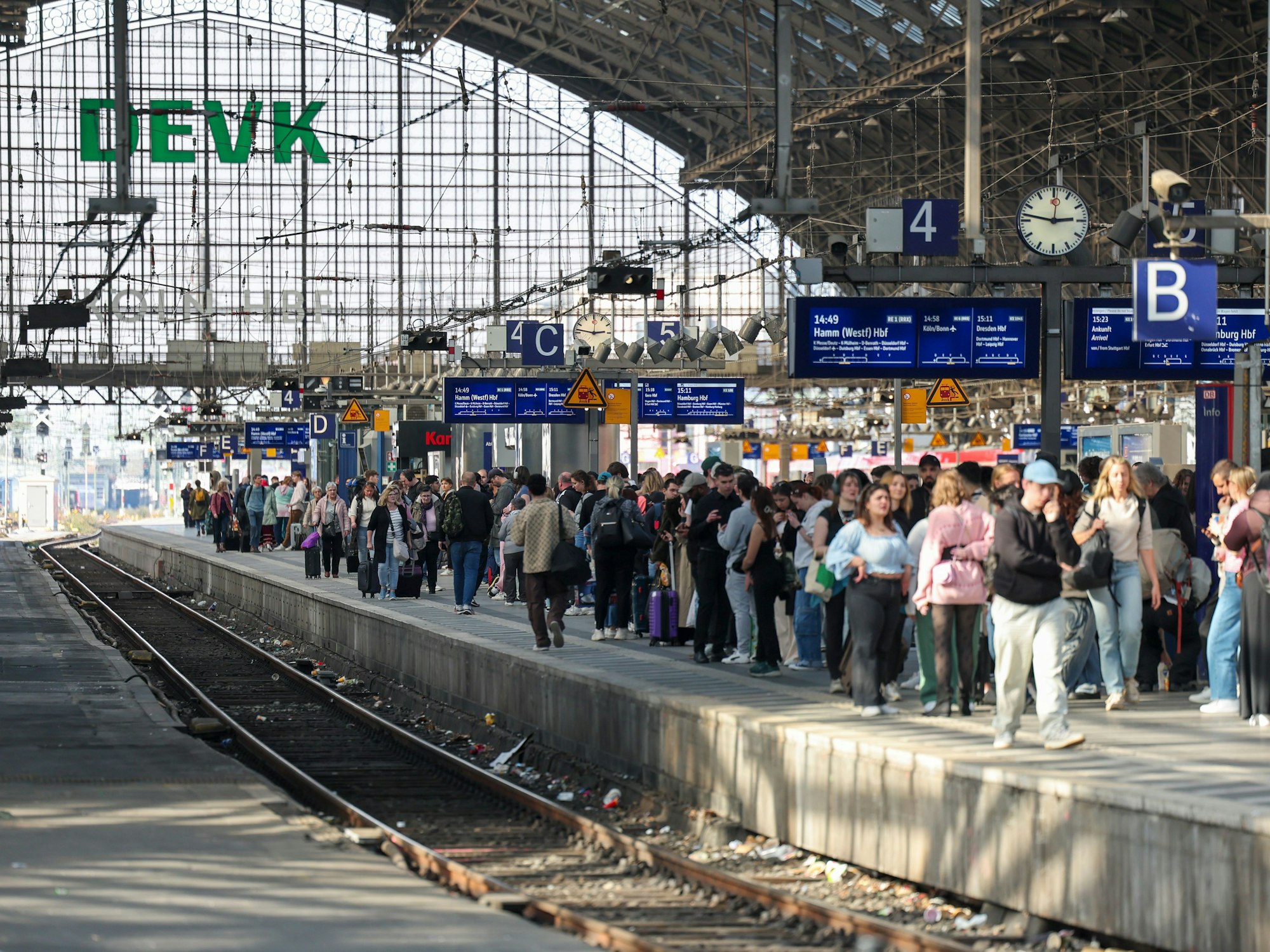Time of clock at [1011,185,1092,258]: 2:46
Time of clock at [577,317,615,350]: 2:46
